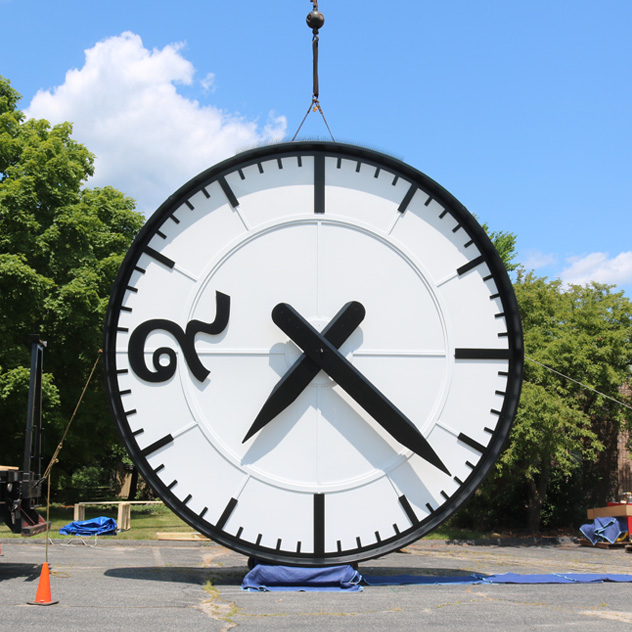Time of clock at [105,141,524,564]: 7:22
